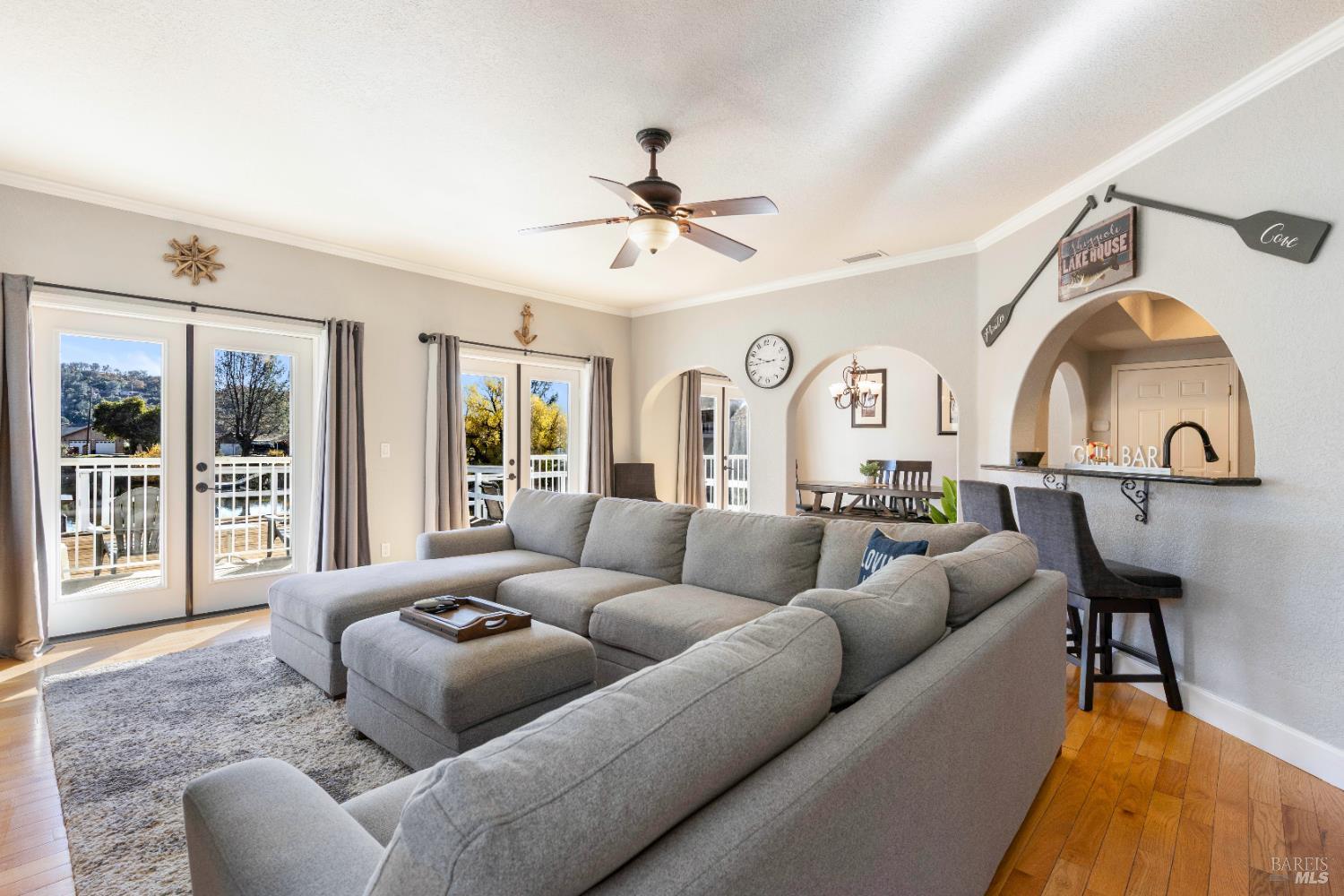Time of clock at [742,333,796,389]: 9:44
